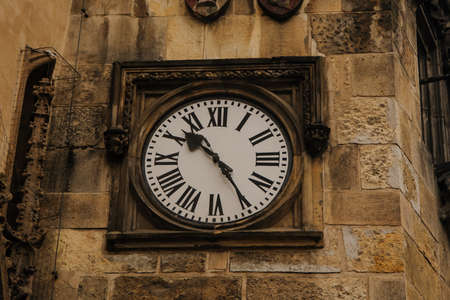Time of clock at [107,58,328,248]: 10:24
